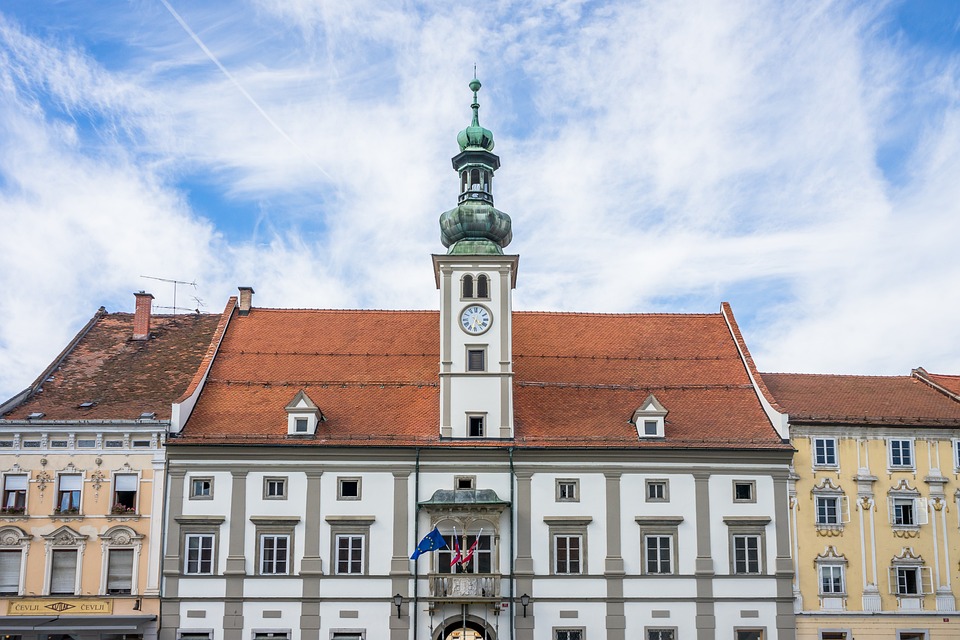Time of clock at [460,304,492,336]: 4:31
